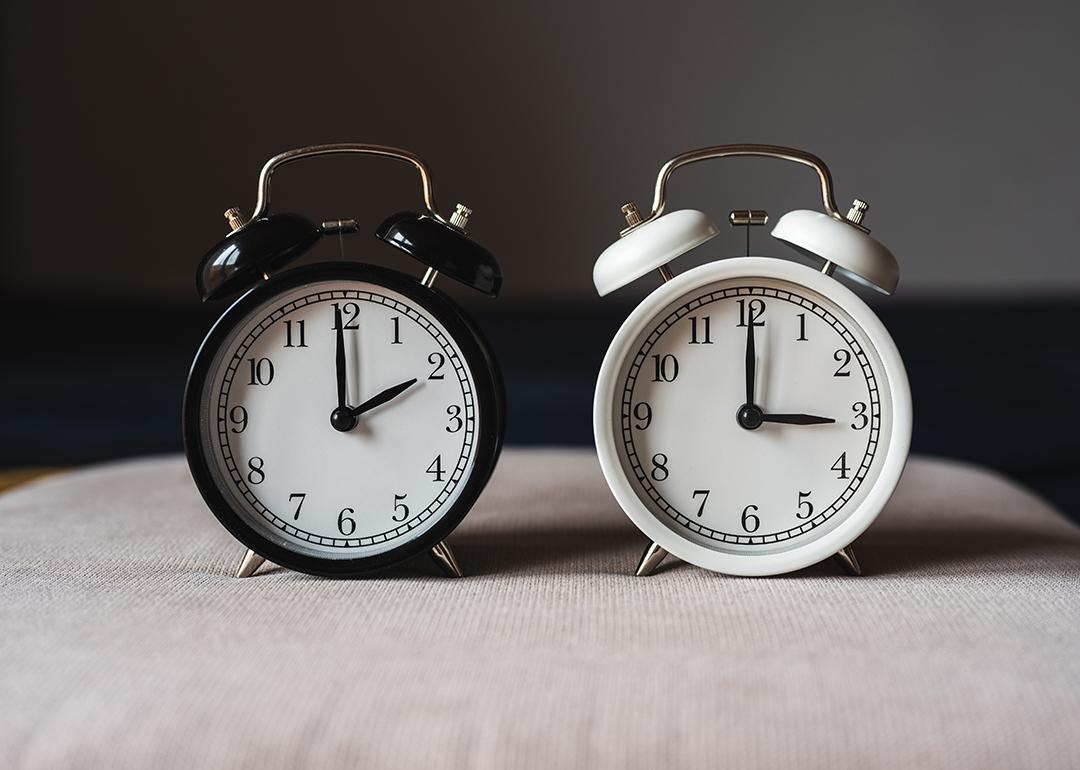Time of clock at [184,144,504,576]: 1:59
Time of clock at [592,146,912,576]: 3:00
